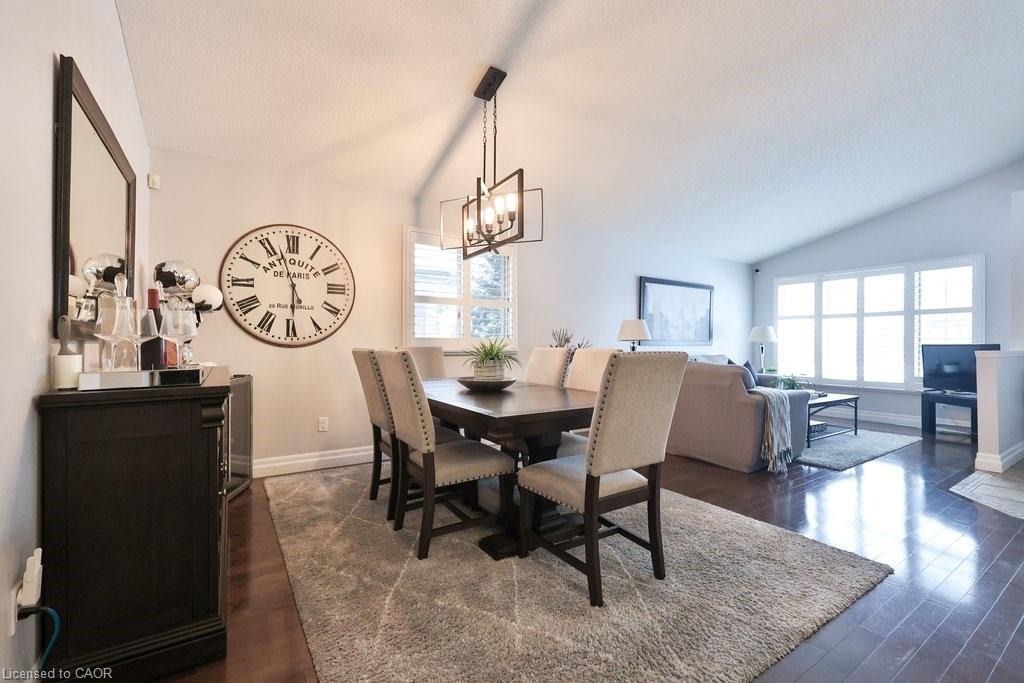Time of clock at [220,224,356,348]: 5:56
